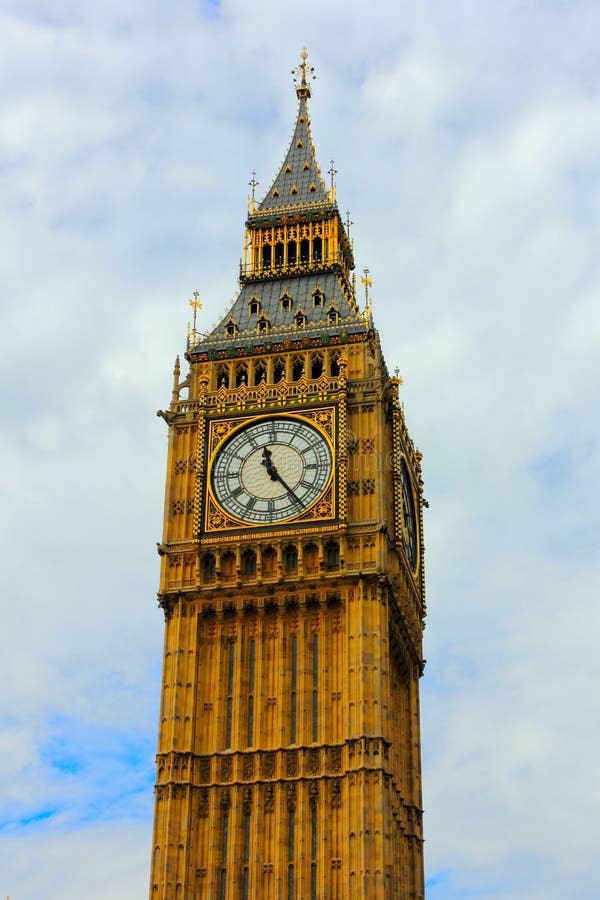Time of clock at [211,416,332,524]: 11:23
